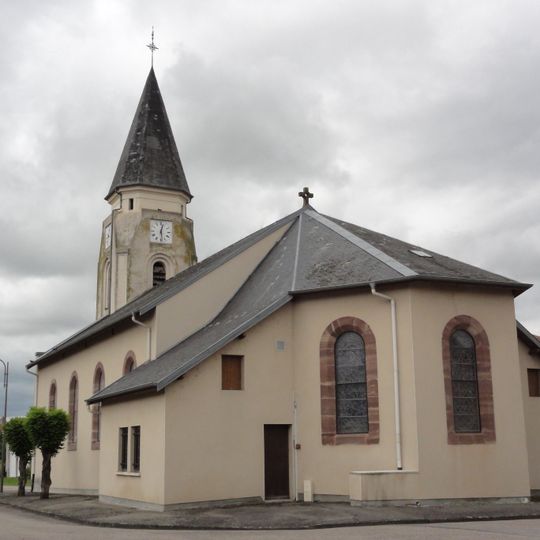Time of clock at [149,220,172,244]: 12:28
